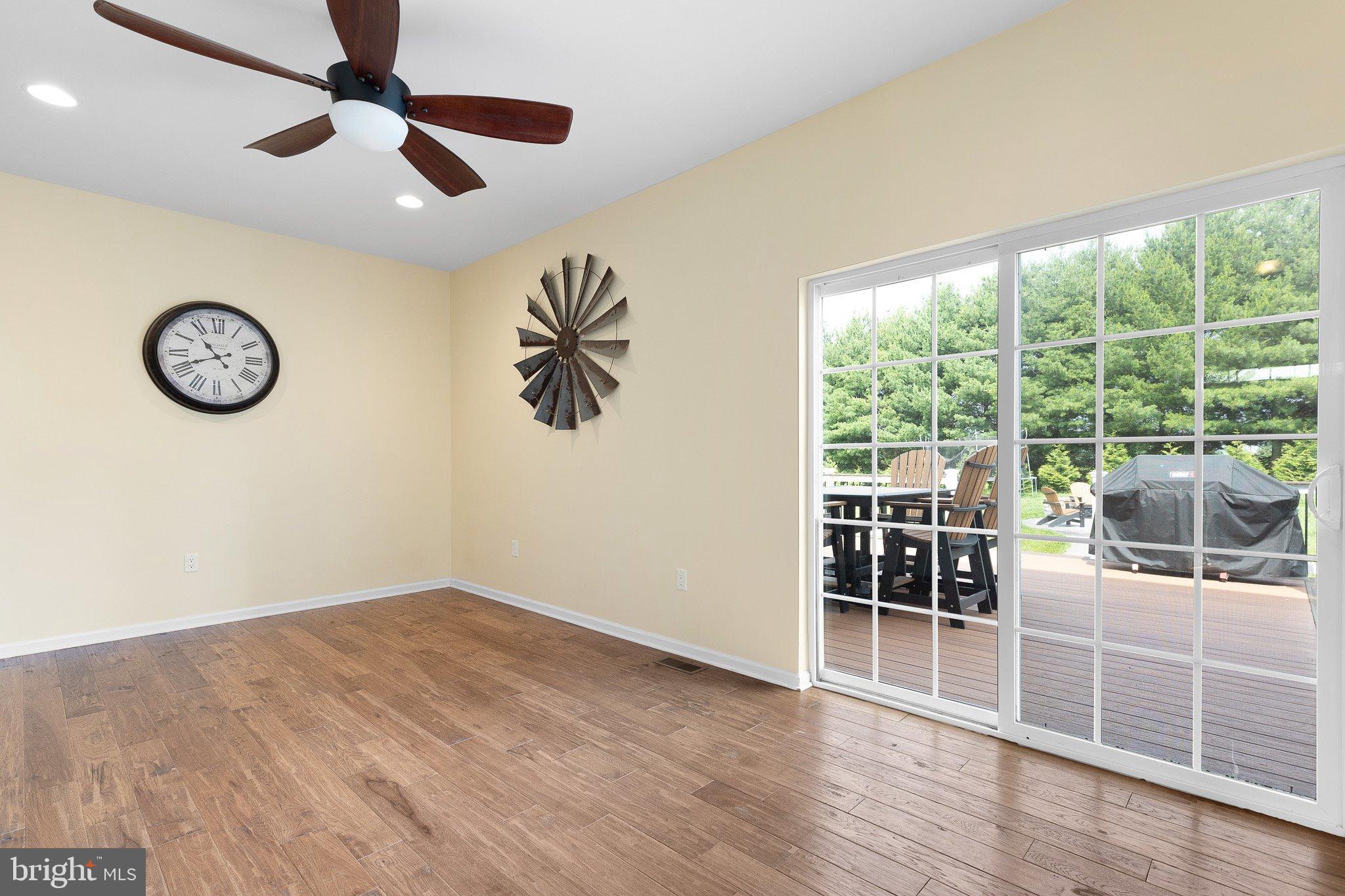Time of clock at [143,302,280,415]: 10:41
